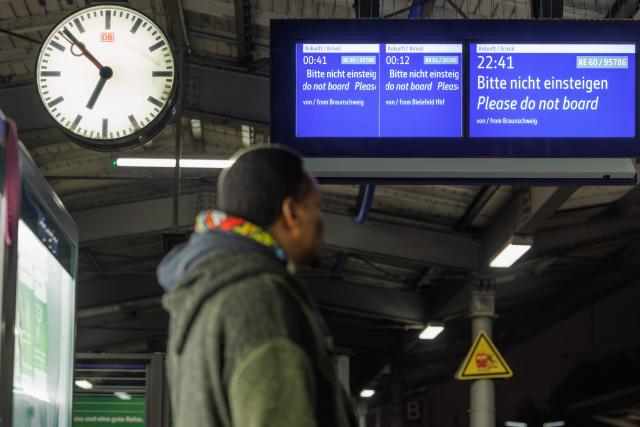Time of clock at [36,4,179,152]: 6:52
